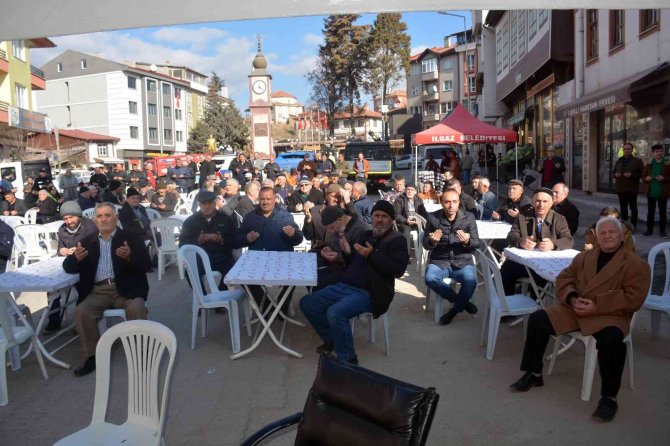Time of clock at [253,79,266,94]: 4:20
